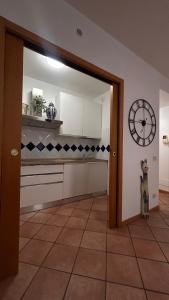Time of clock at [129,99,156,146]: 11:44
